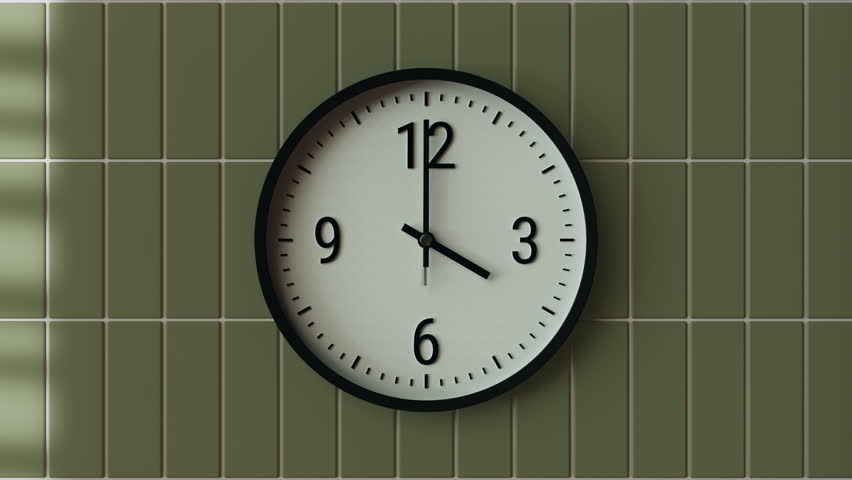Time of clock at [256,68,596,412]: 3:59
